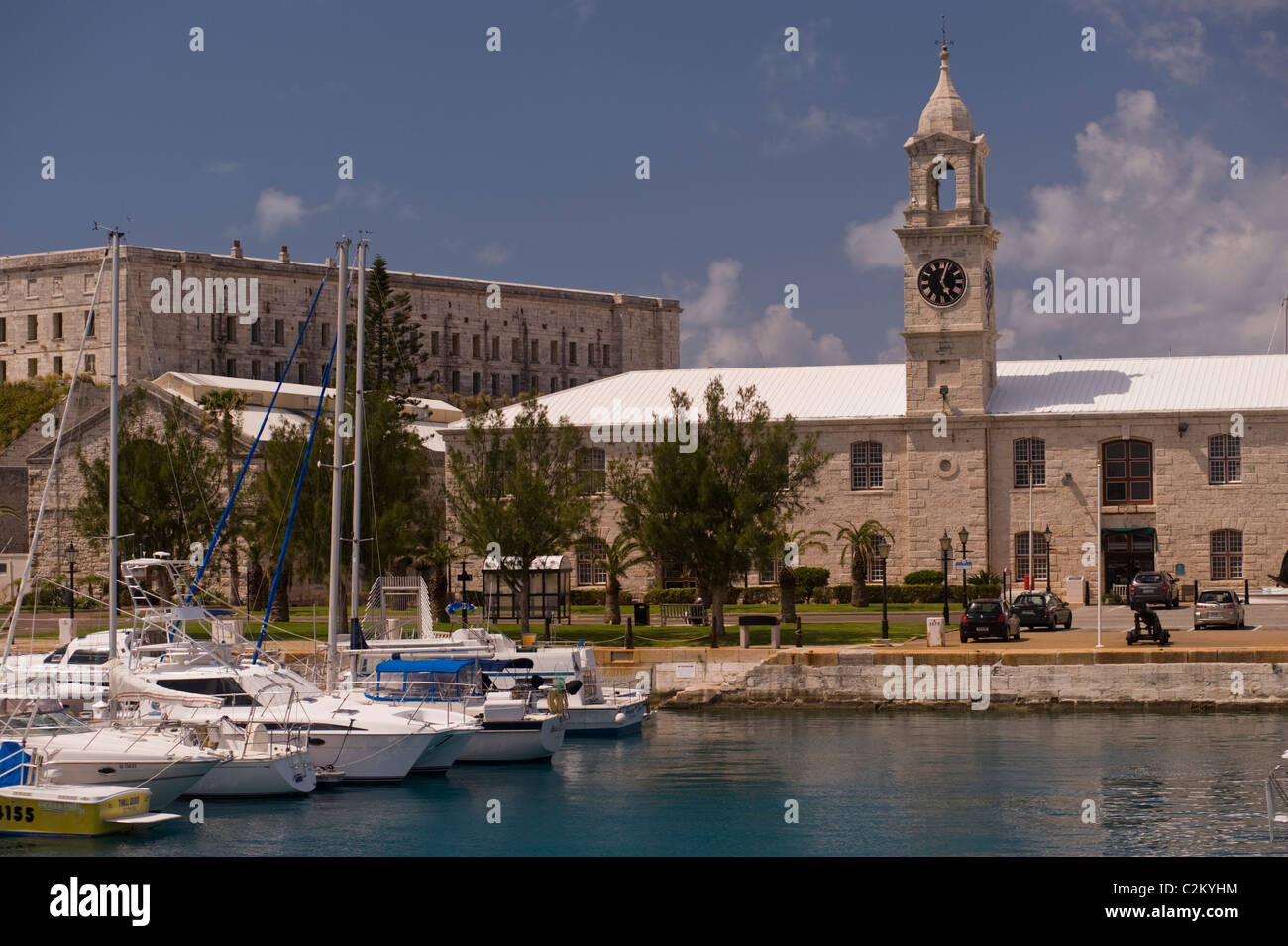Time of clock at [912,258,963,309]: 5:03
